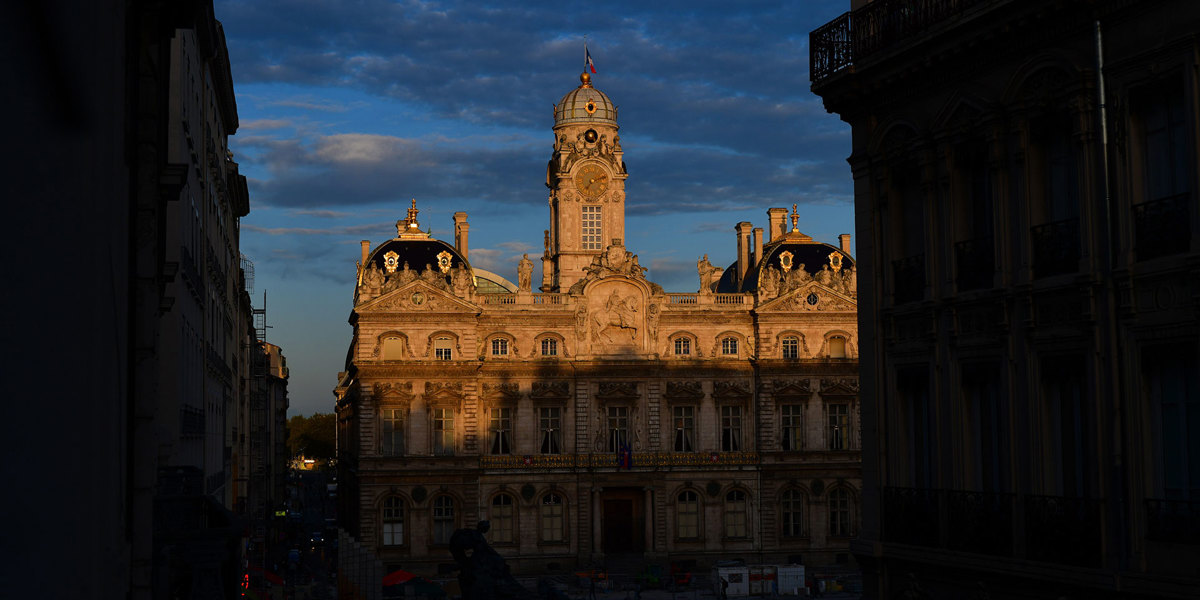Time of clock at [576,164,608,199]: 7:11
